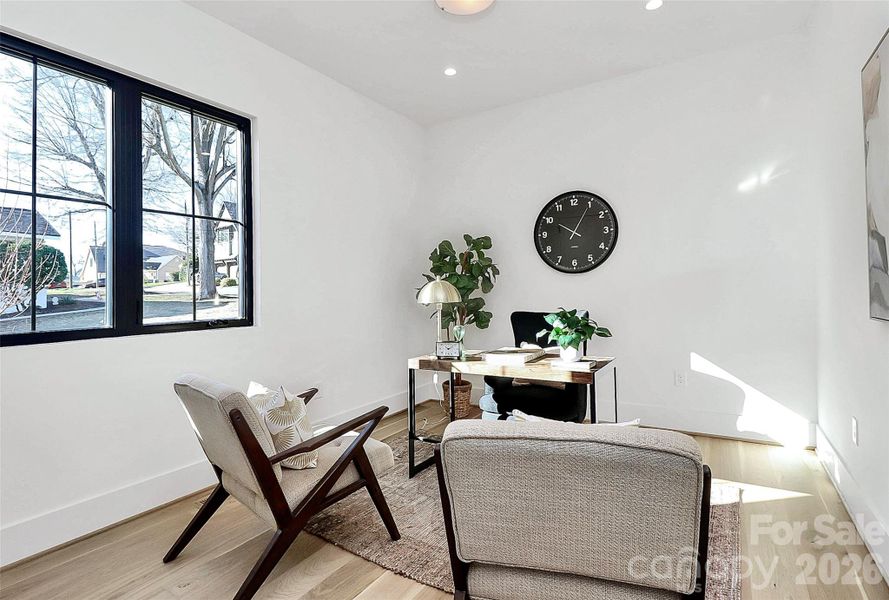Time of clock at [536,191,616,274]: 10:04
